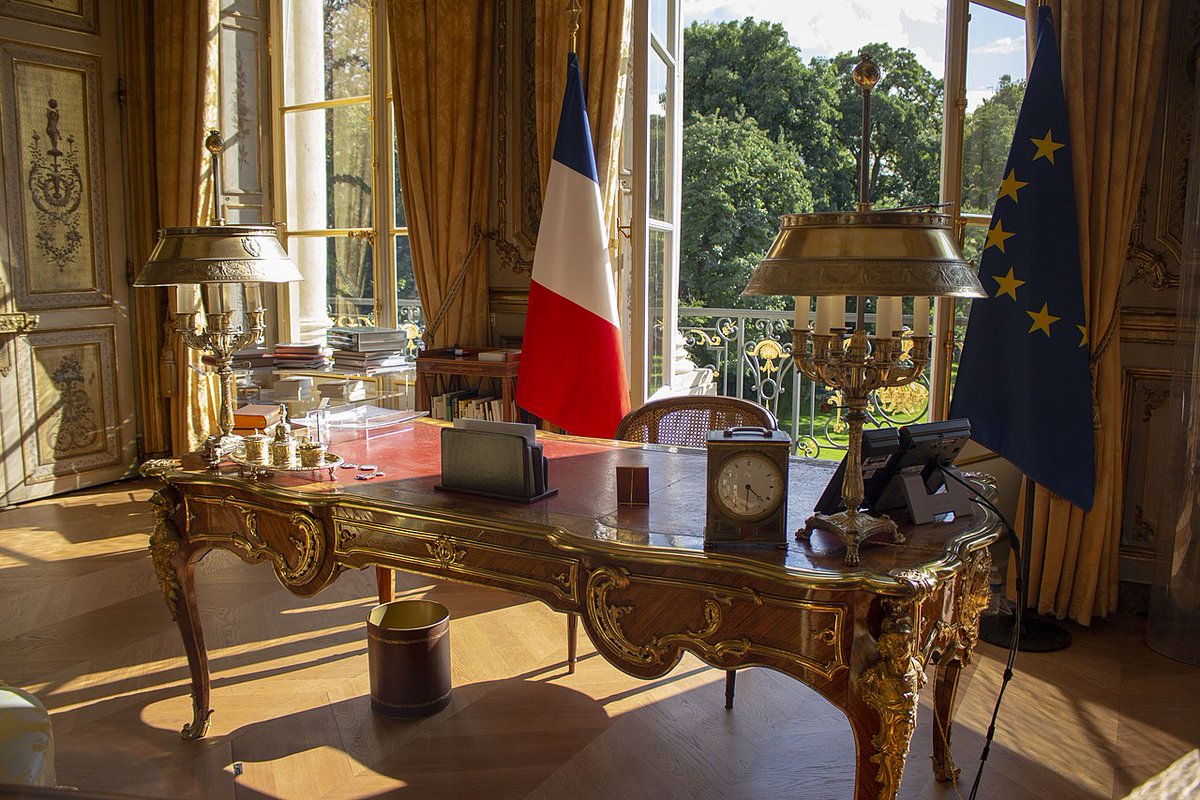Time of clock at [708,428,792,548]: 4:30
